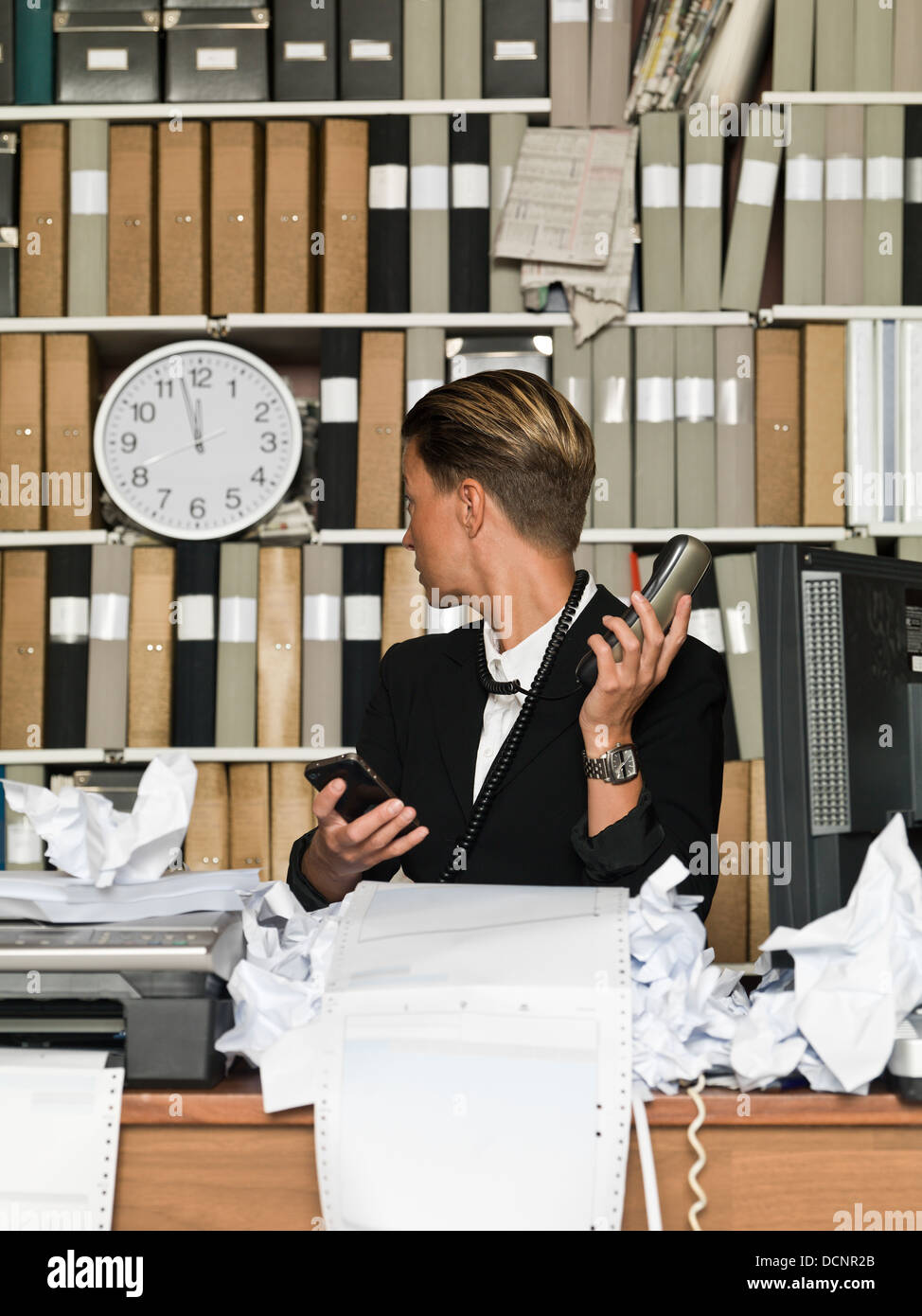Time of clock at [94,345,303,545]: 11:57
